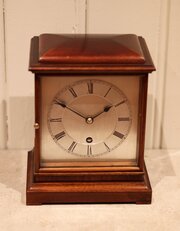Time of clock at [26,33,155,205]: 1:50
